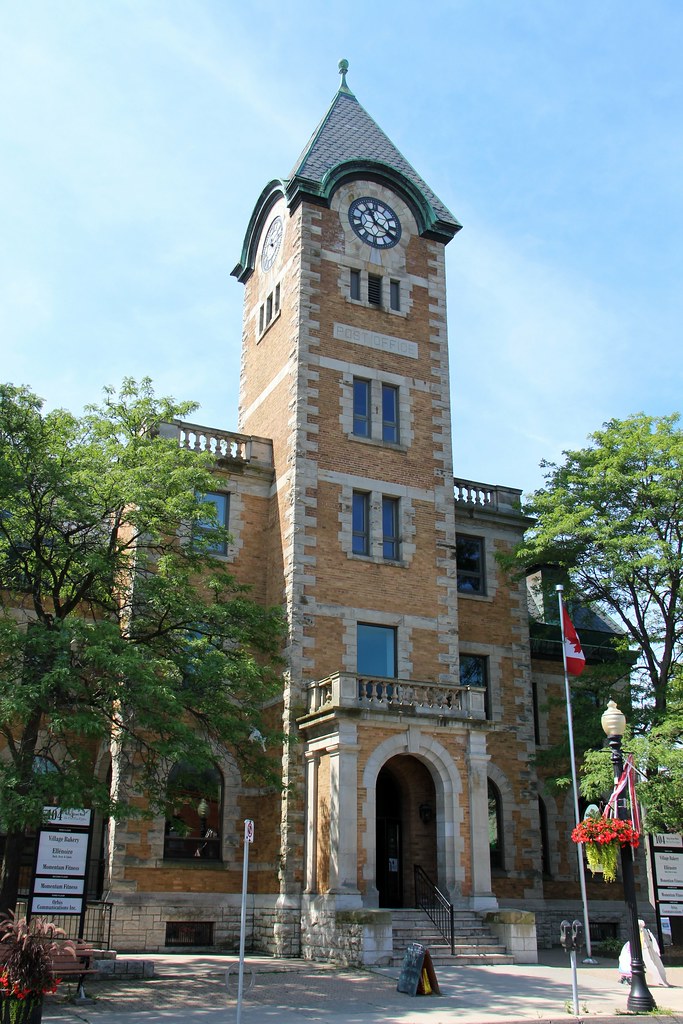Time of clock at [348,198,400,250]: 11:19
